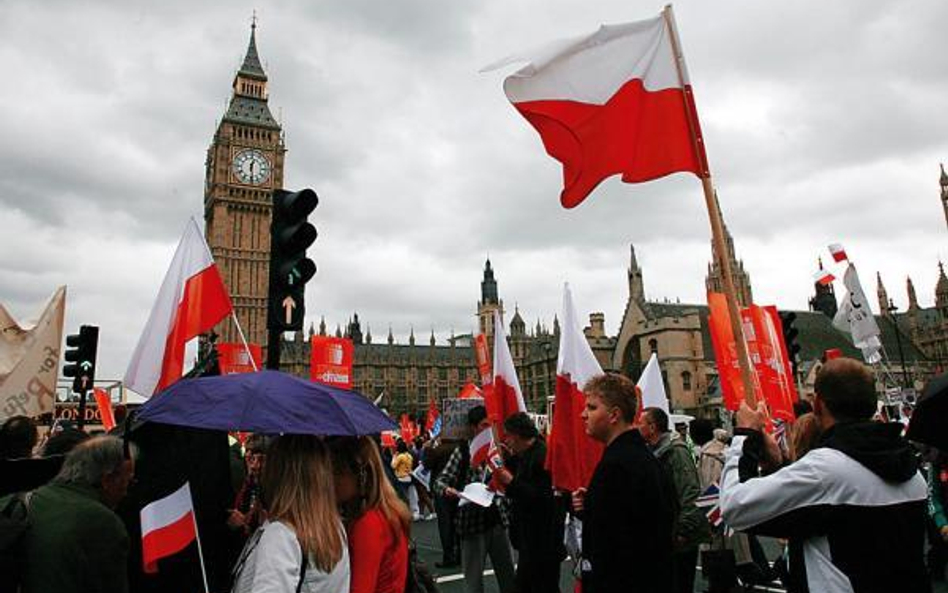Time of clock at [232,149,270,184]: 12:28
